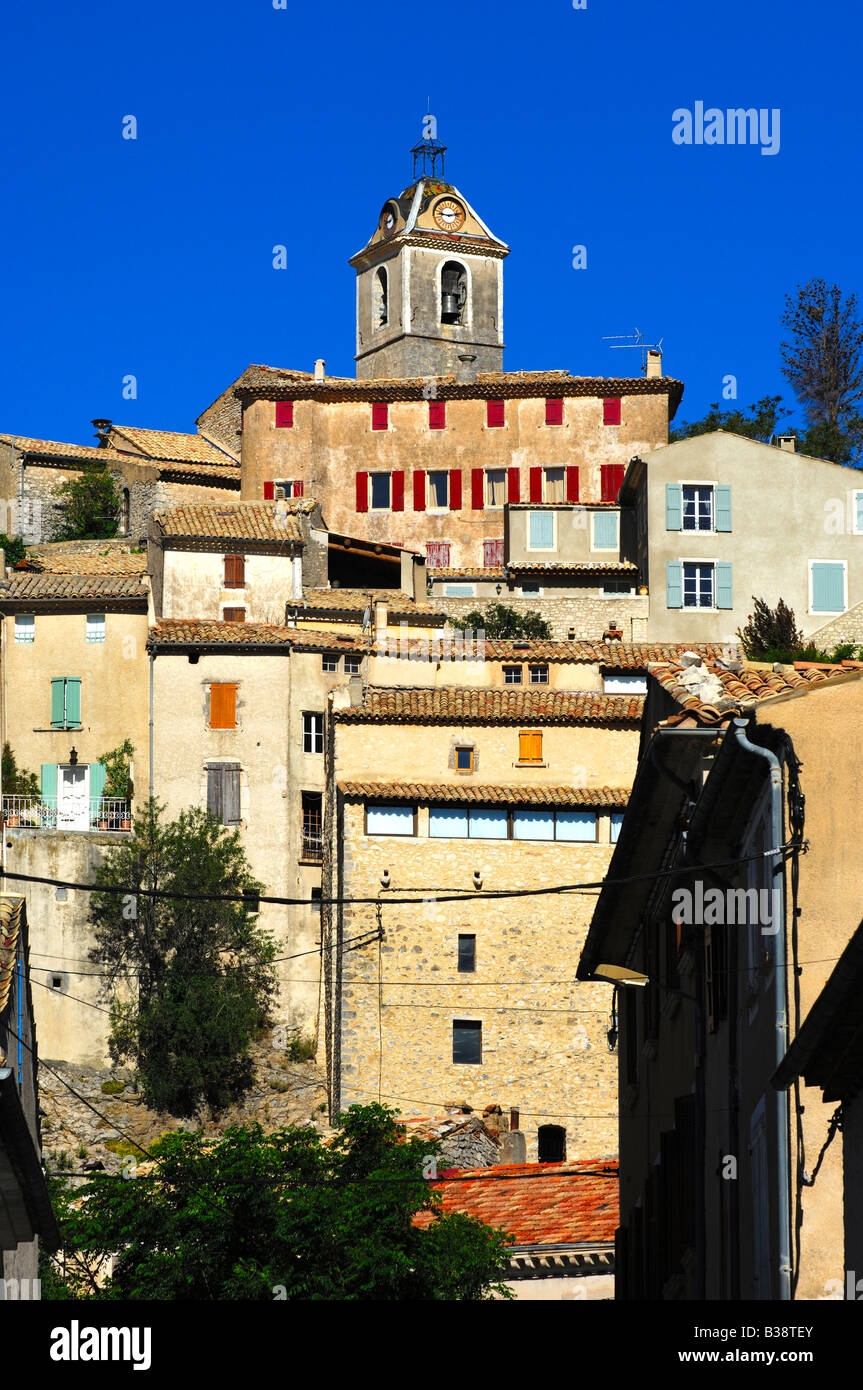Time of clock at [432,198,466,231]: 9:12
